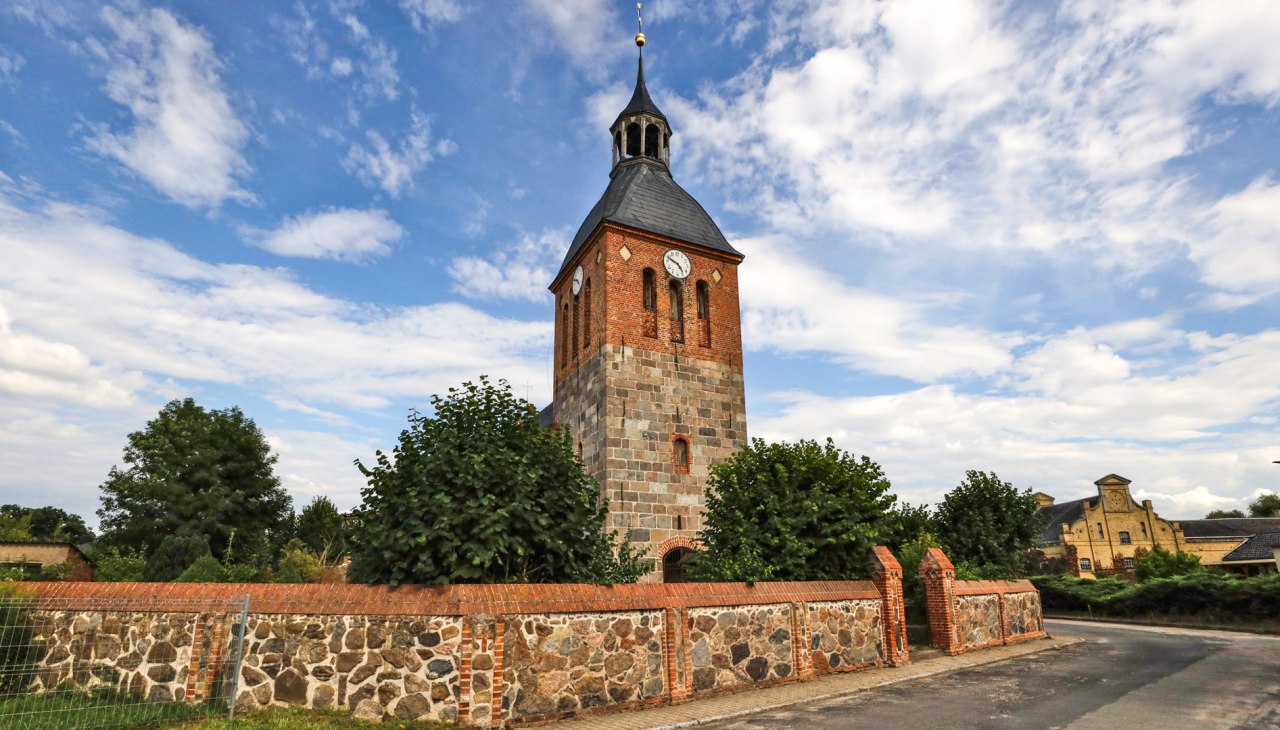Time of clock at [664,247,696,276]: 4:48
